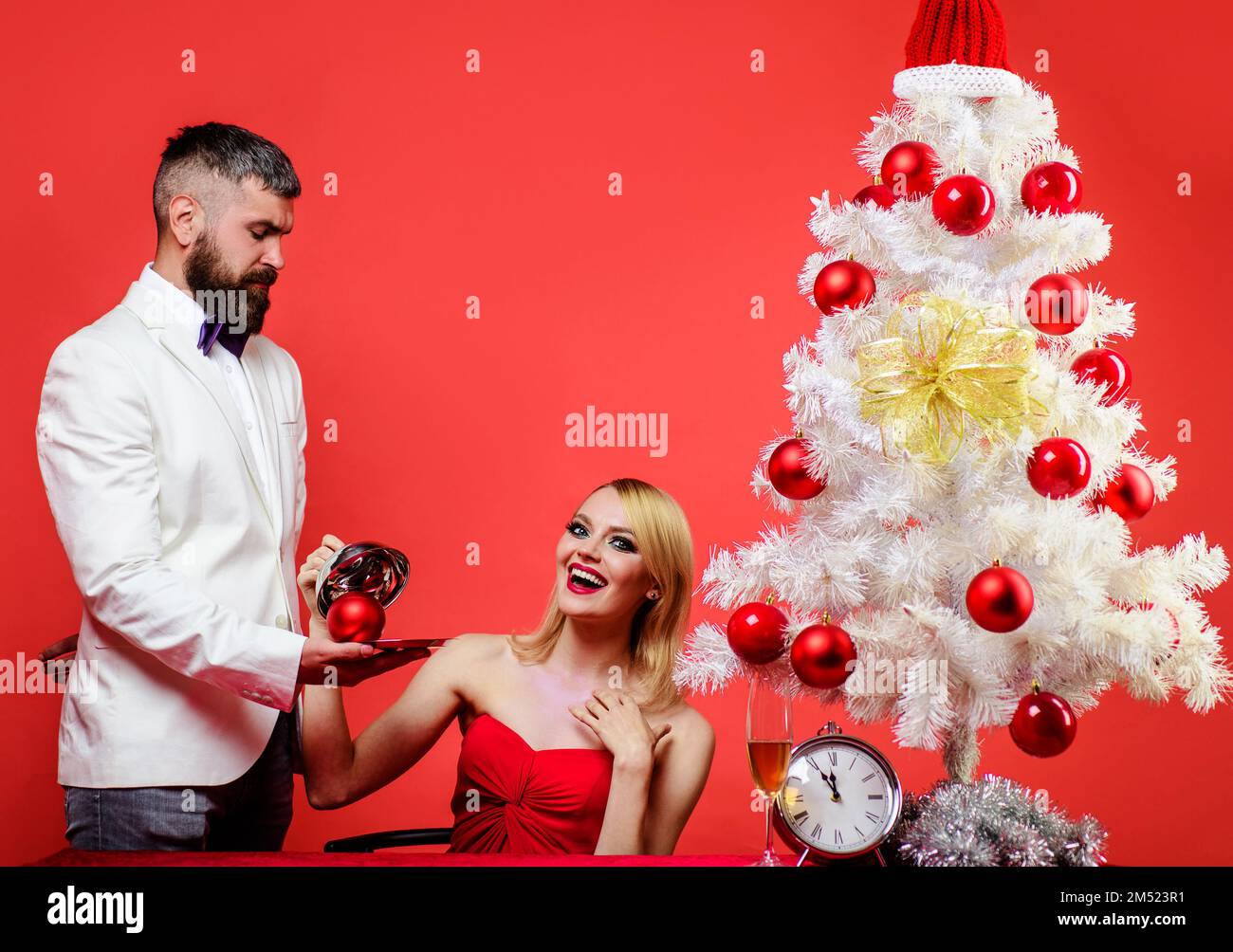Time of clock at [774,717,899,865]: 11:55
